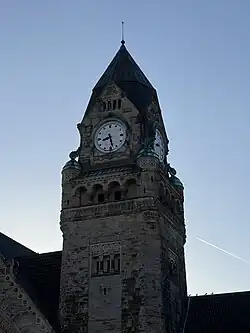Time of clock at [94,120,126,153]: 8:27
